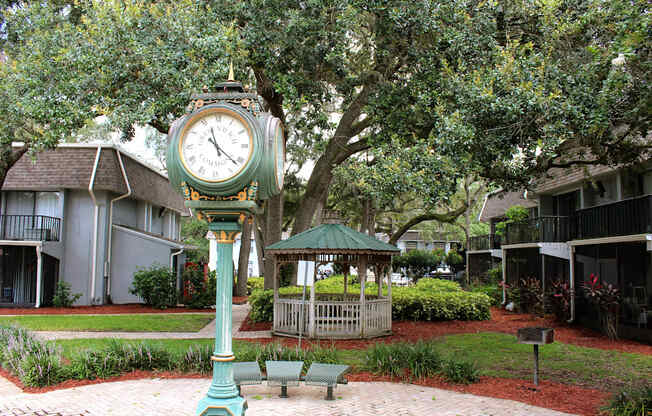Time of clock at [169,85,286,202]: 11:21
